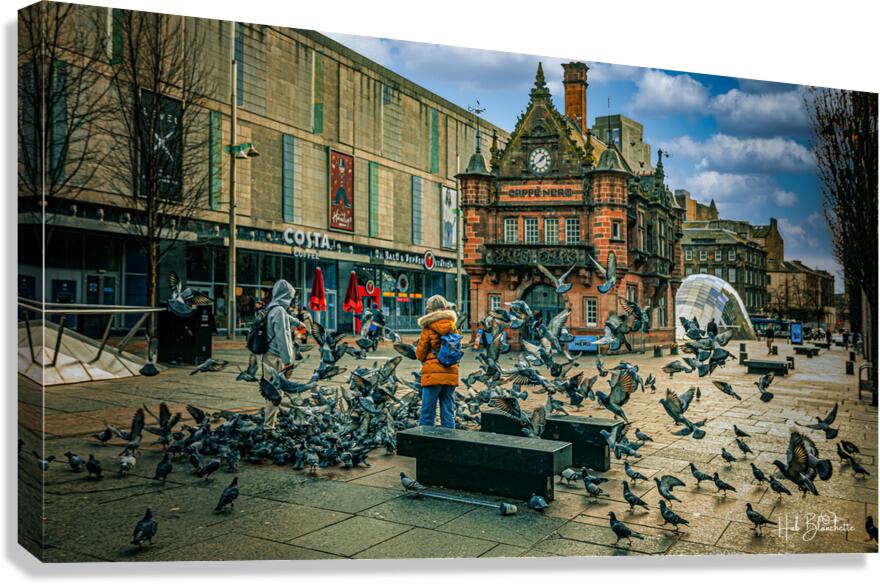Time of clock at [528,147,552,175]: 1:39
